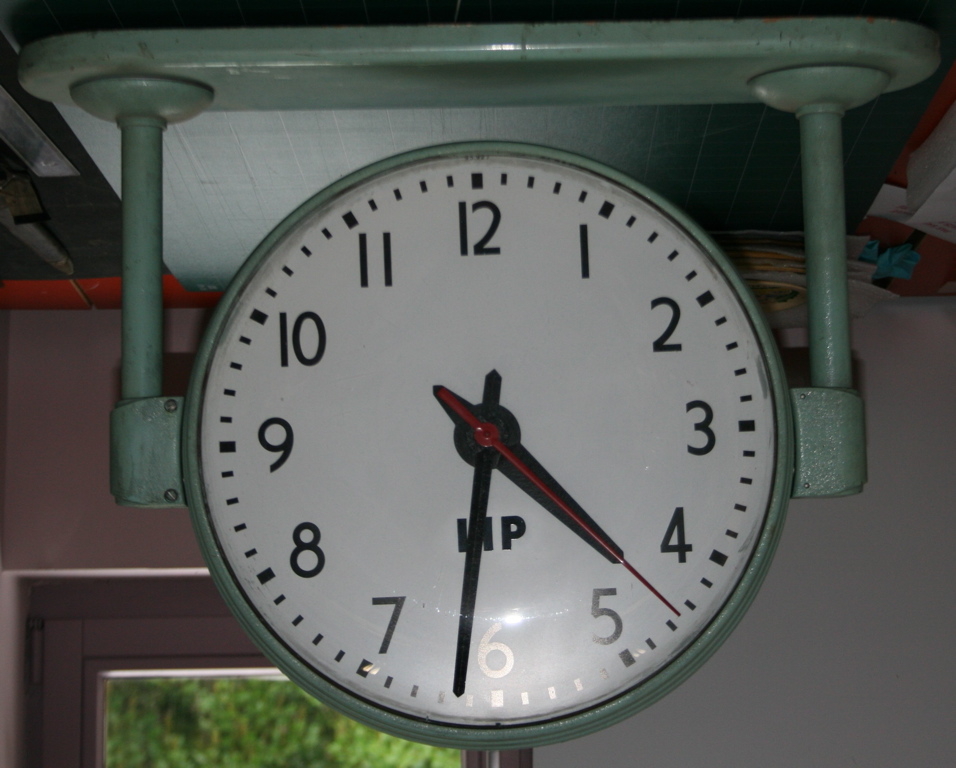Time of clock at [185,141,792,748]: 4:31
